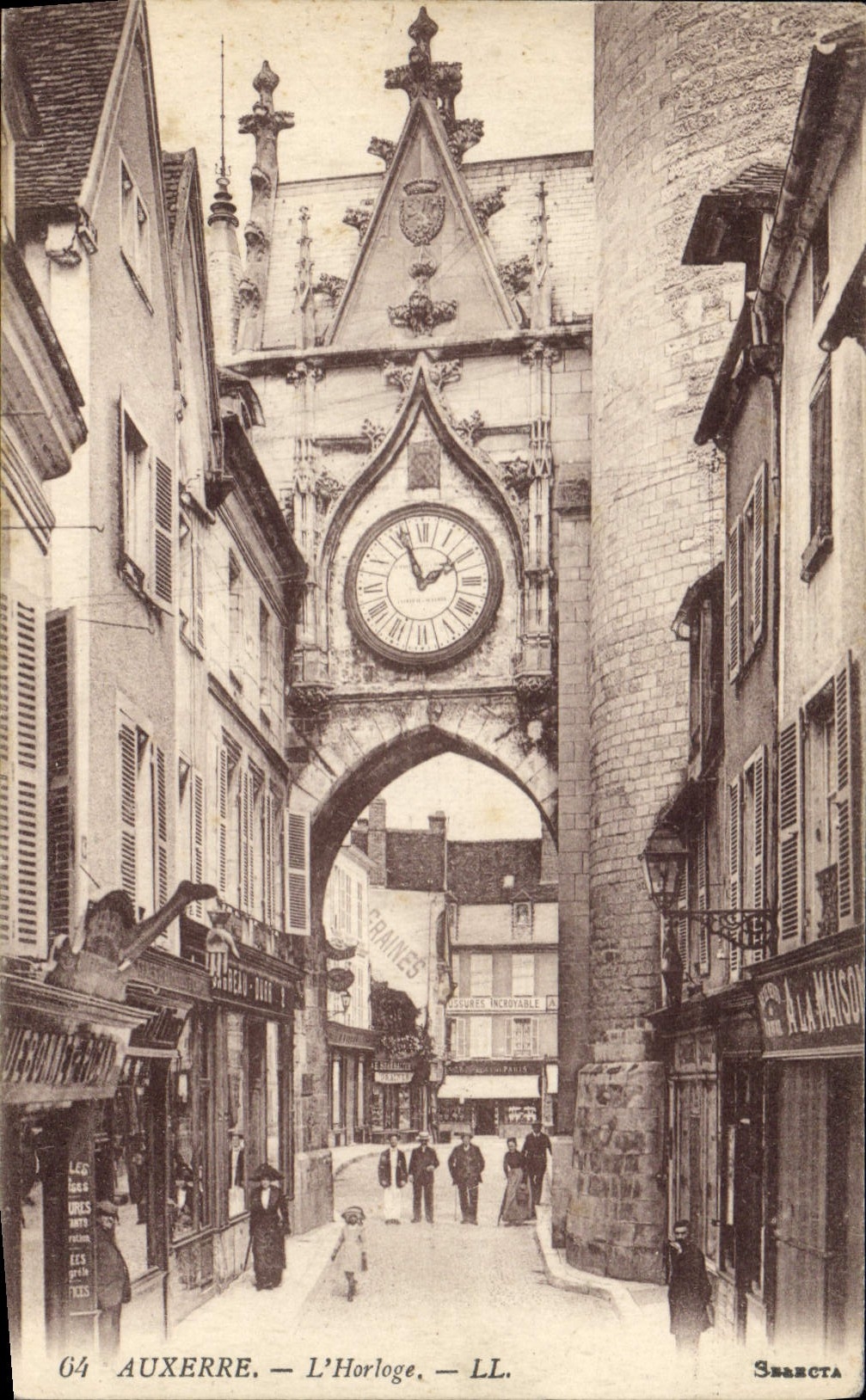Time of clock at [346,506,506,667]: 1:56
